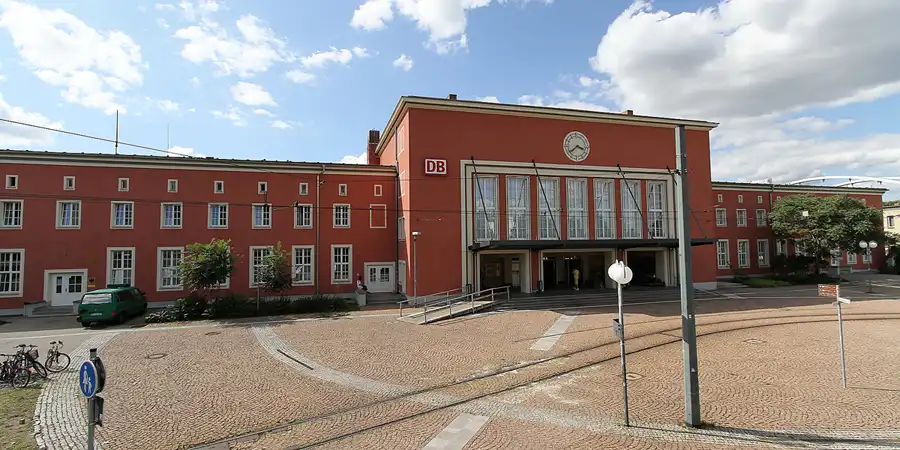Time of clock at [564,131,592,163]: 3:38
